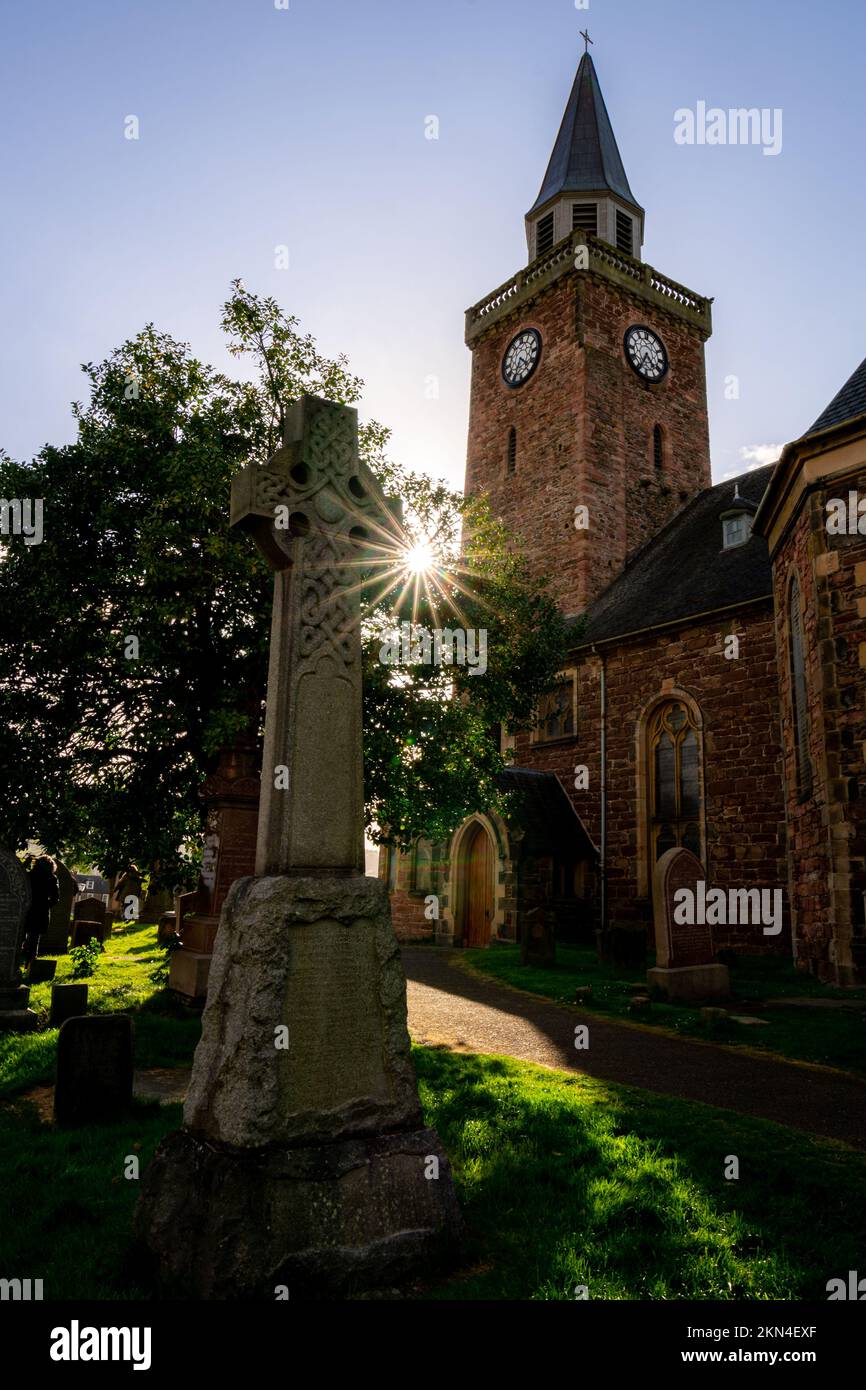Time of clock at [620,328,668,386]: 4:35
